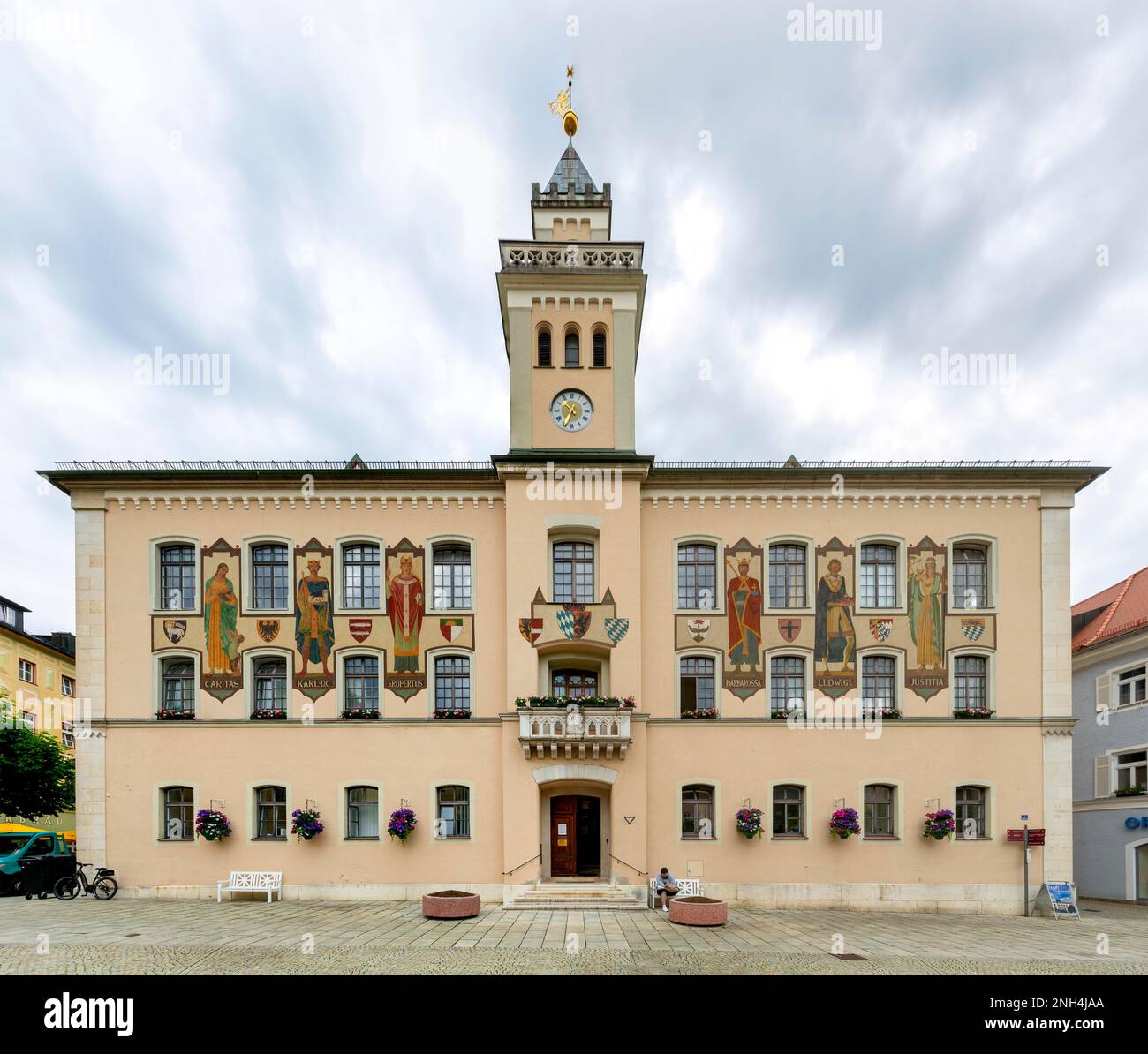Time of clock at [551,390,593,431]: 10:34
